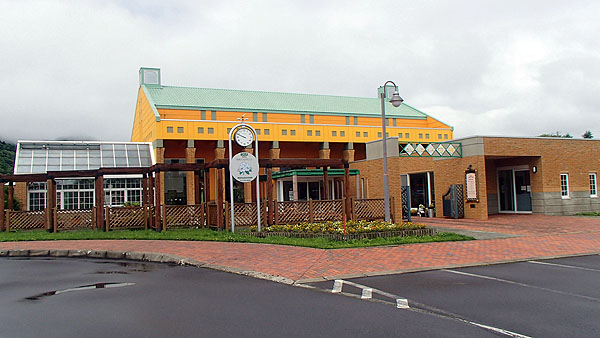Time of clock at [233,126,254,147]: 9:49
